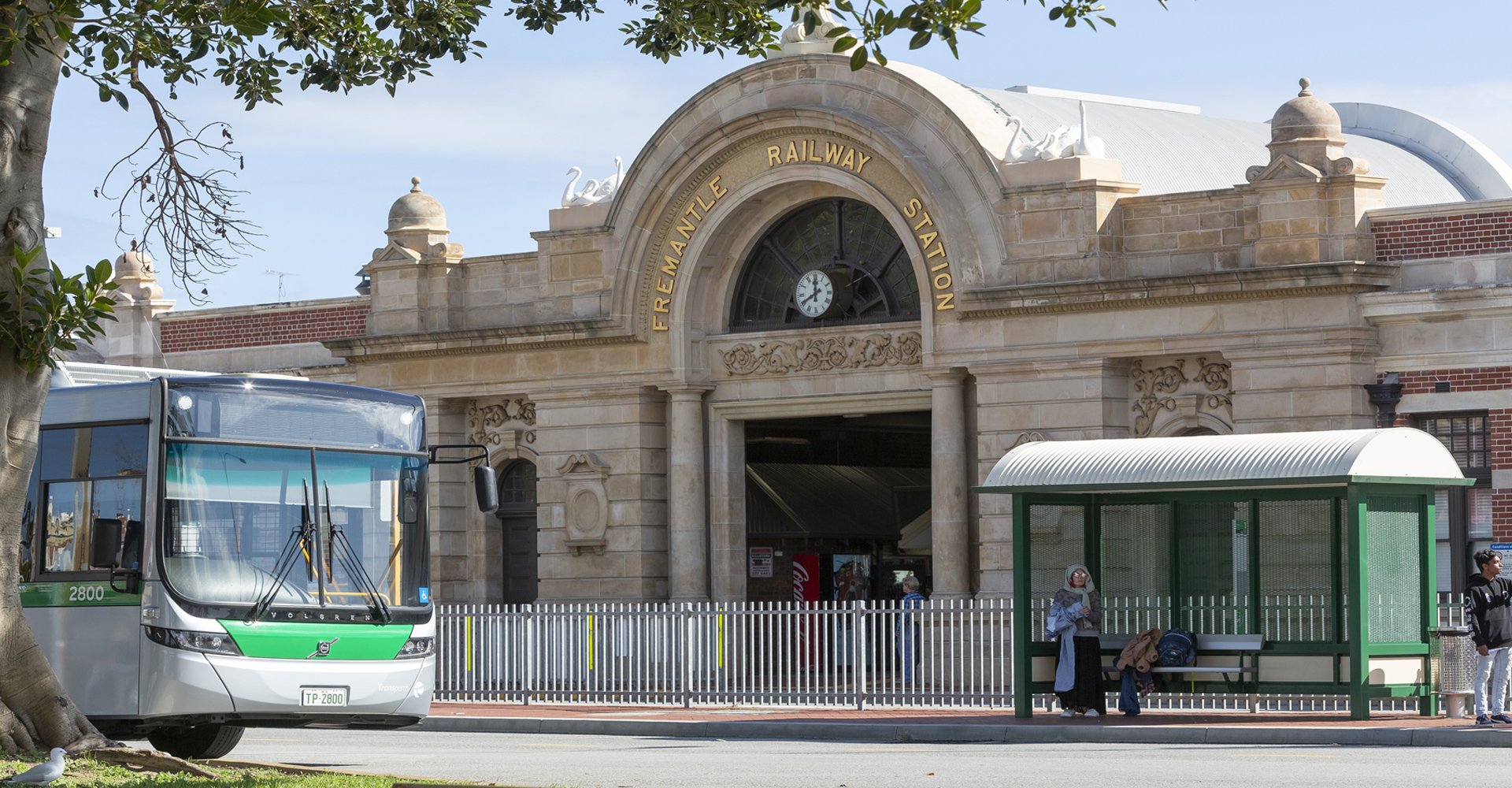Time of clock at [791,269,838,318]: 11:40
